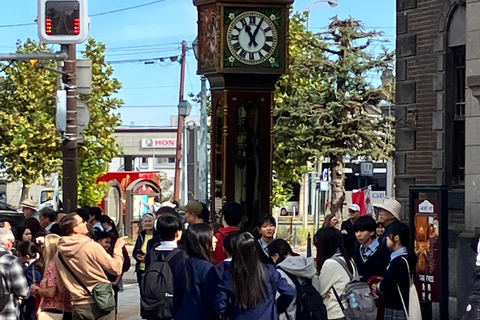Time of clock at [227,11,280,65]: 11:04
